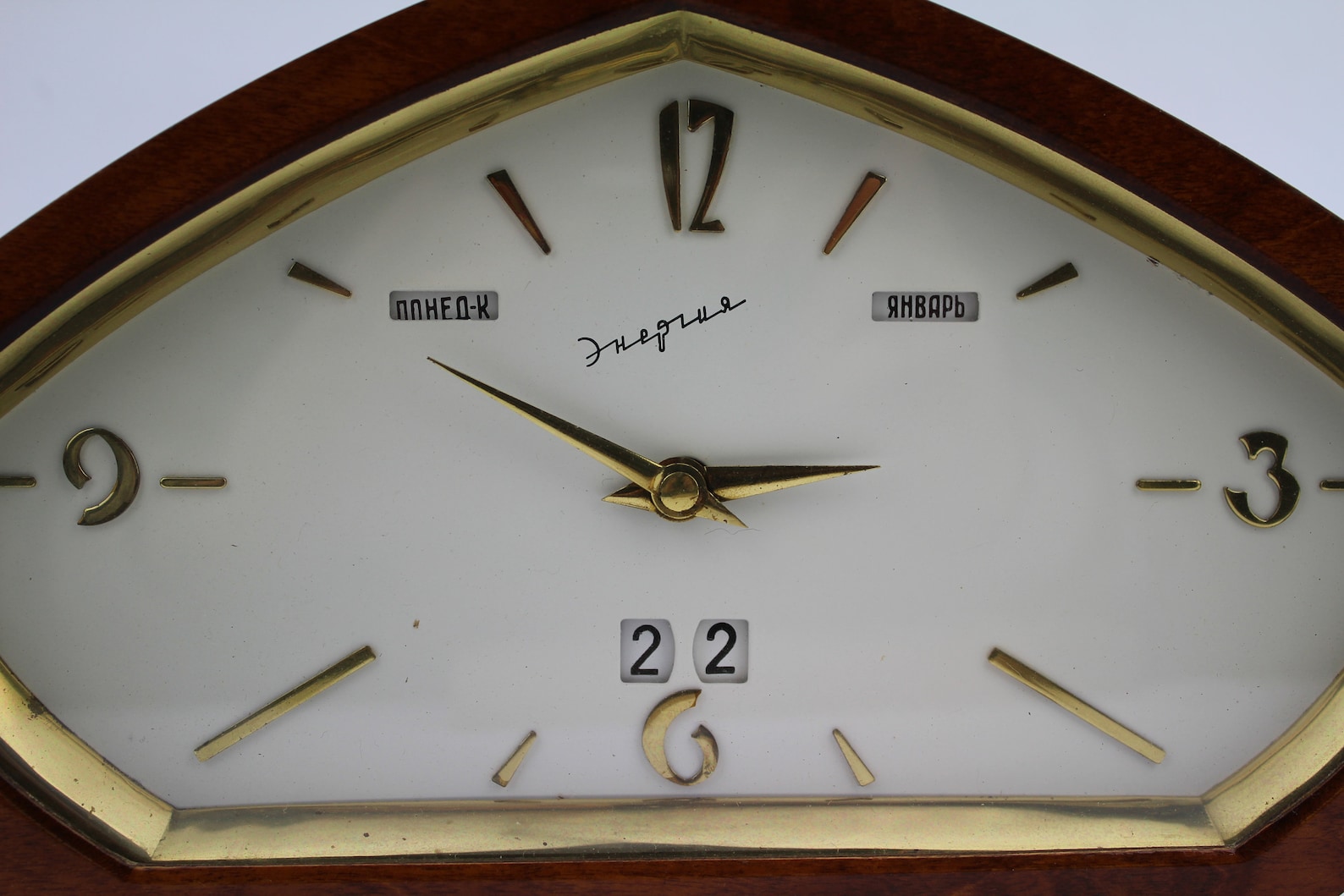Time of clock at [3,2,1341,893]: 2:49
